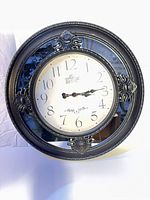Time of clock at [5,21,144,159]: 3:14
